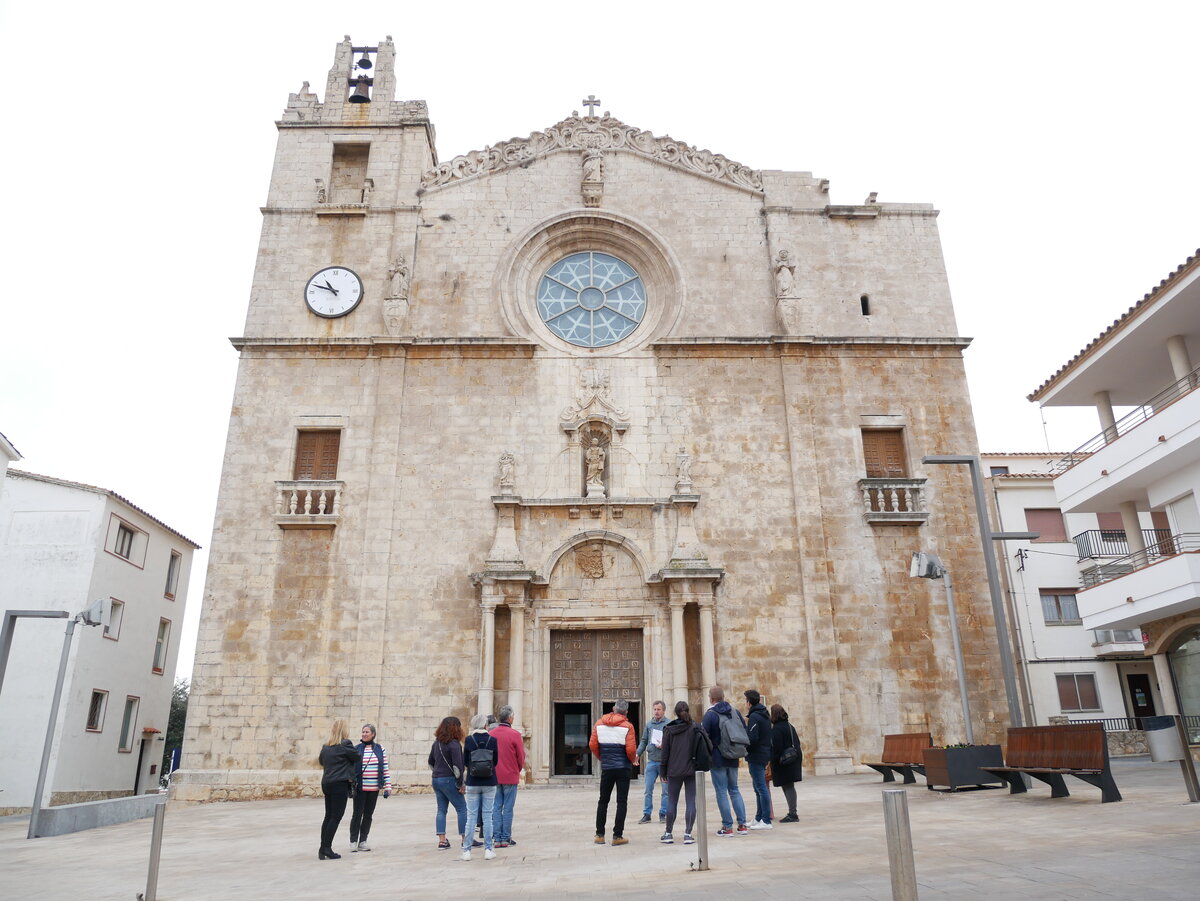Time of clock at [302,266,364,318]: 10:48
